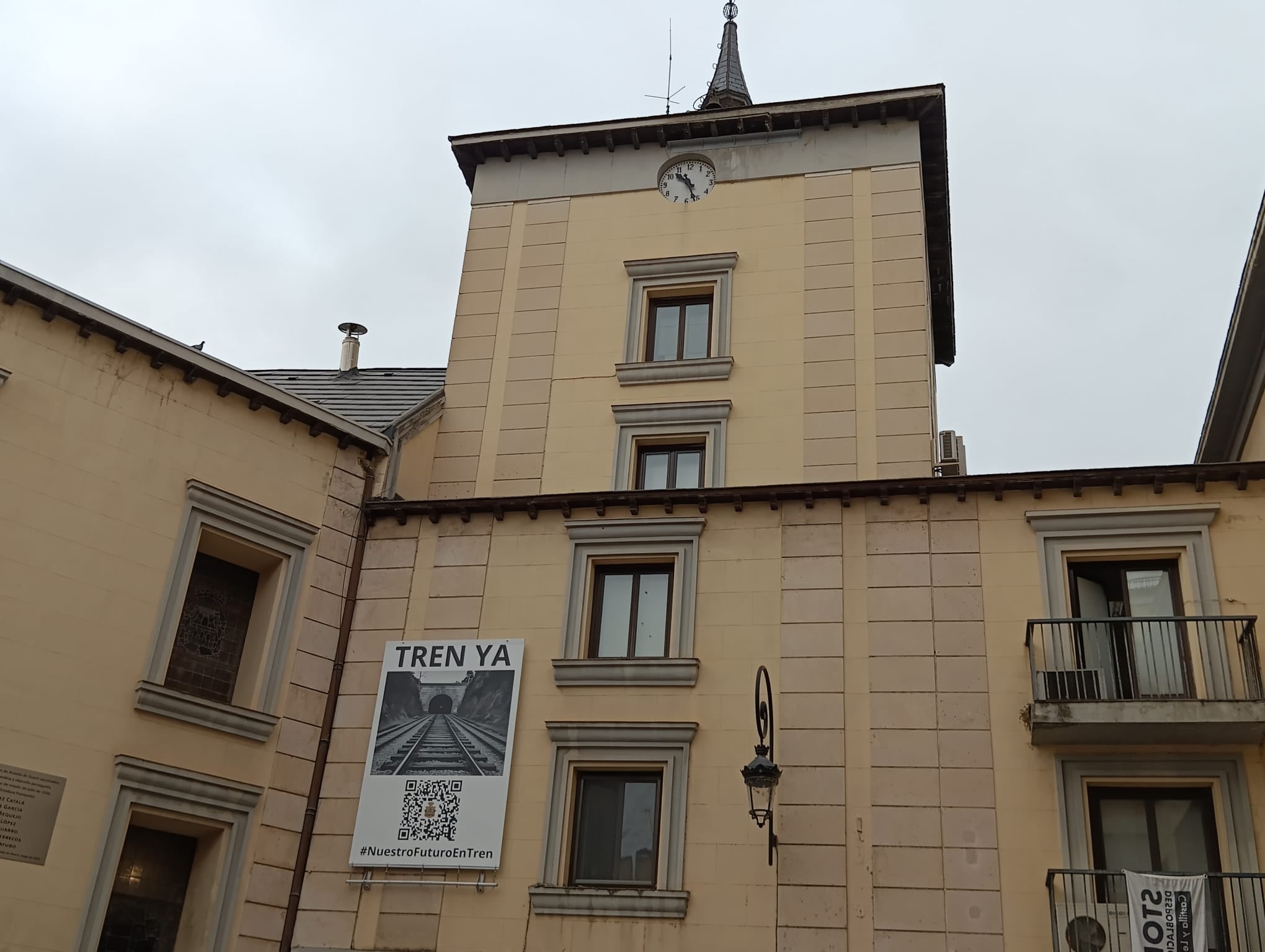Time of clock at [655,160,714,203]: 10:26
